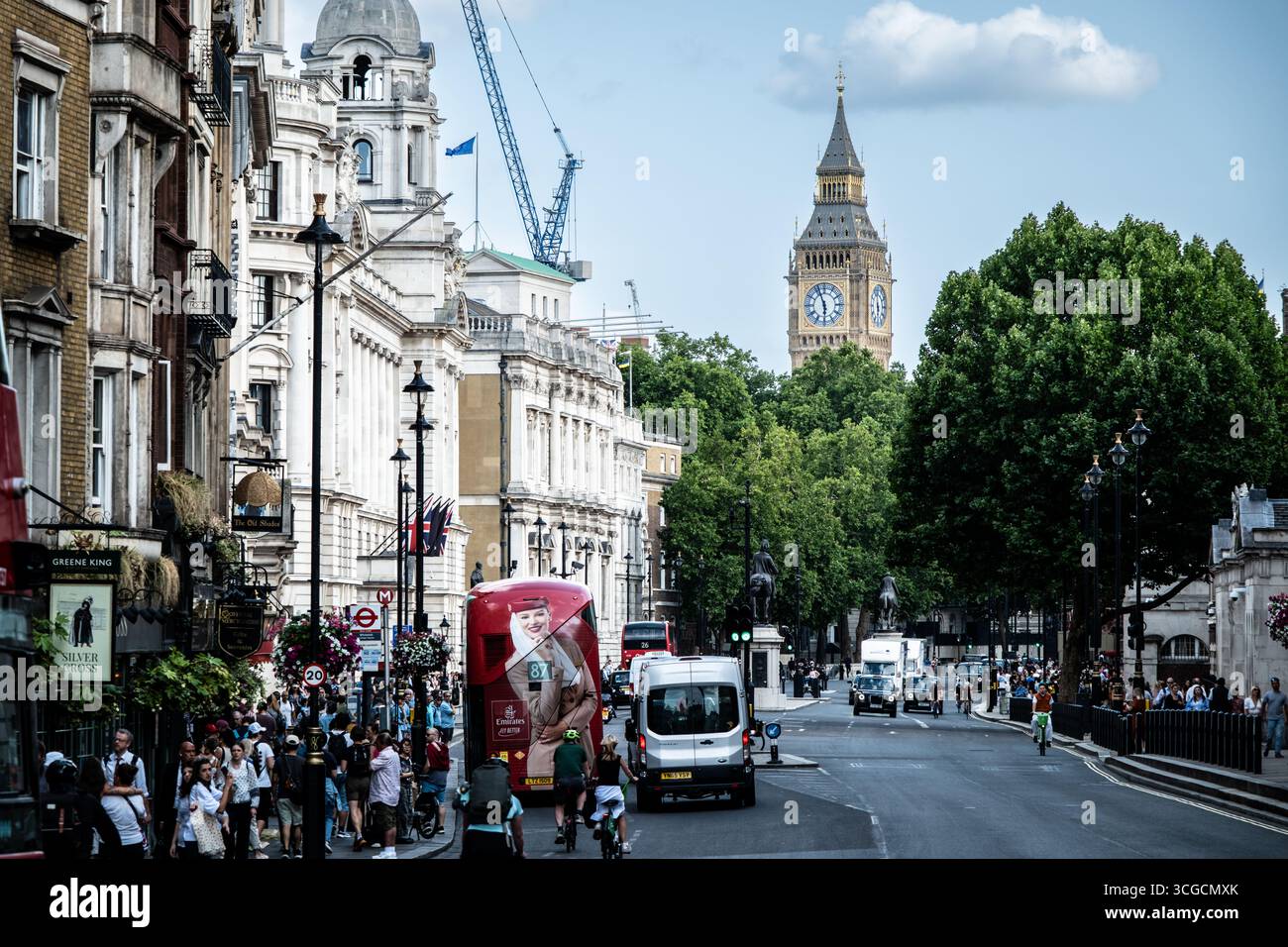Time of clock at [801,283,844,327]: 5:56
